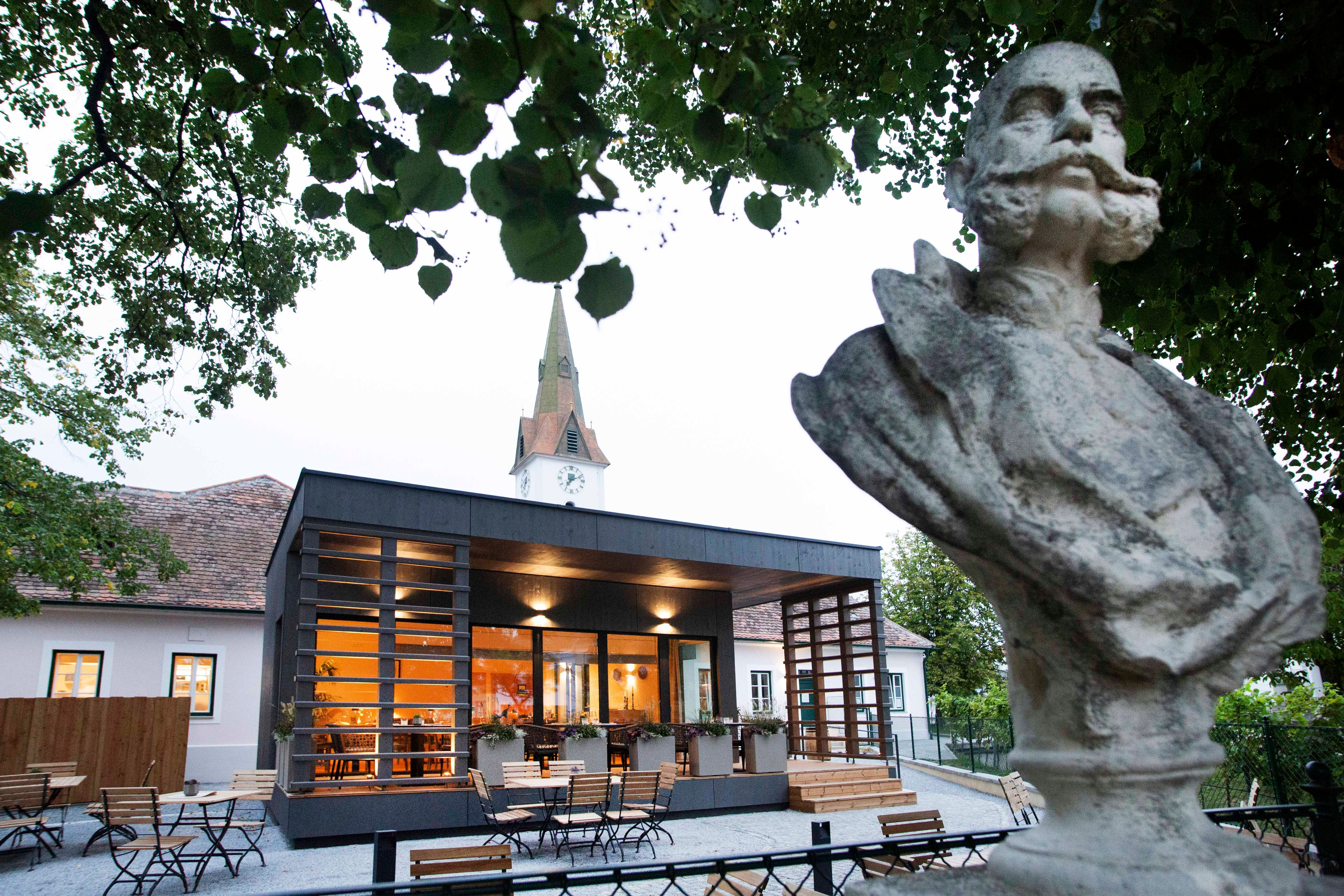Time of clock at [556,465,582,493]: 7:11
